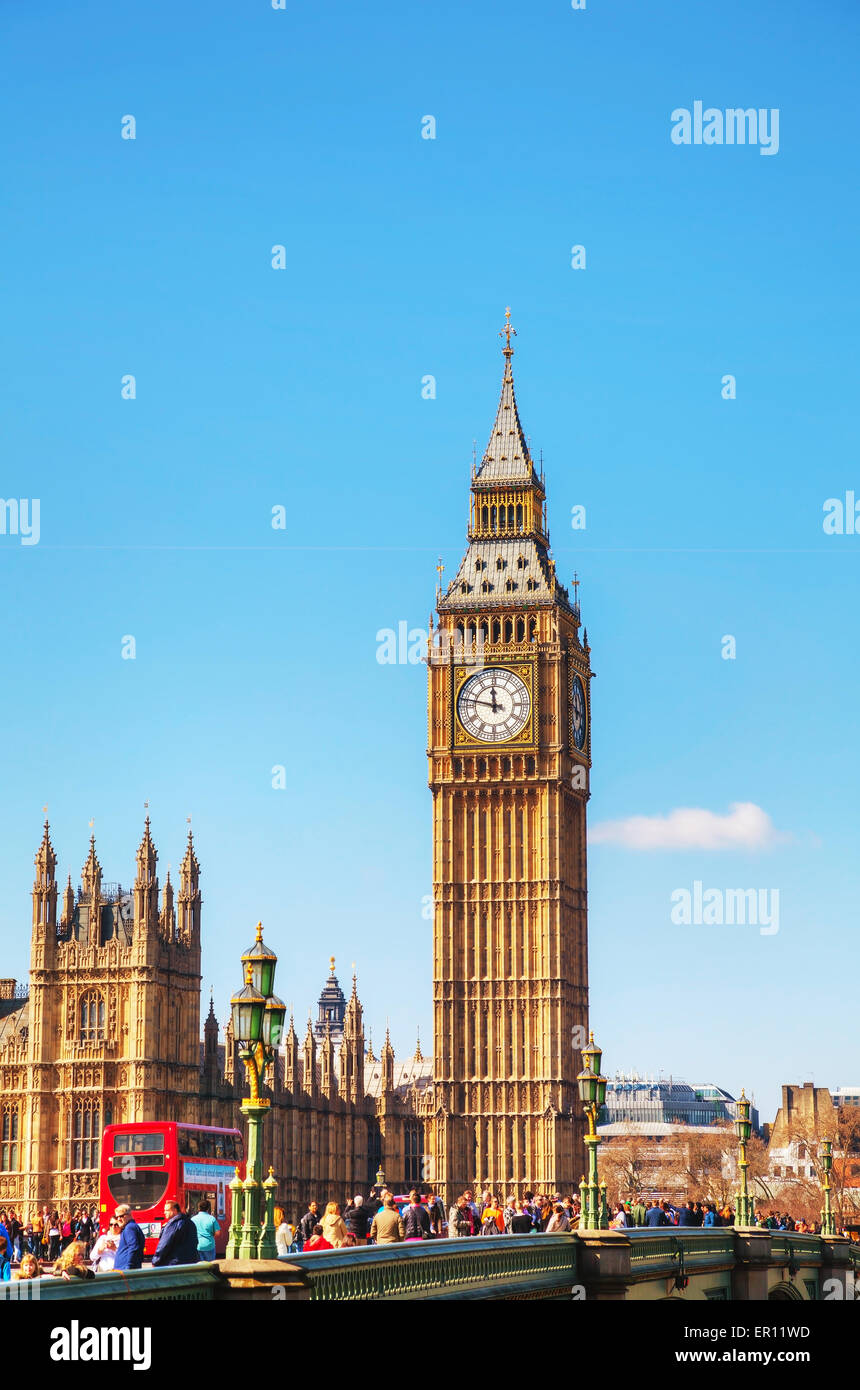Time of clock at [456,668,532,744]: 11:47
